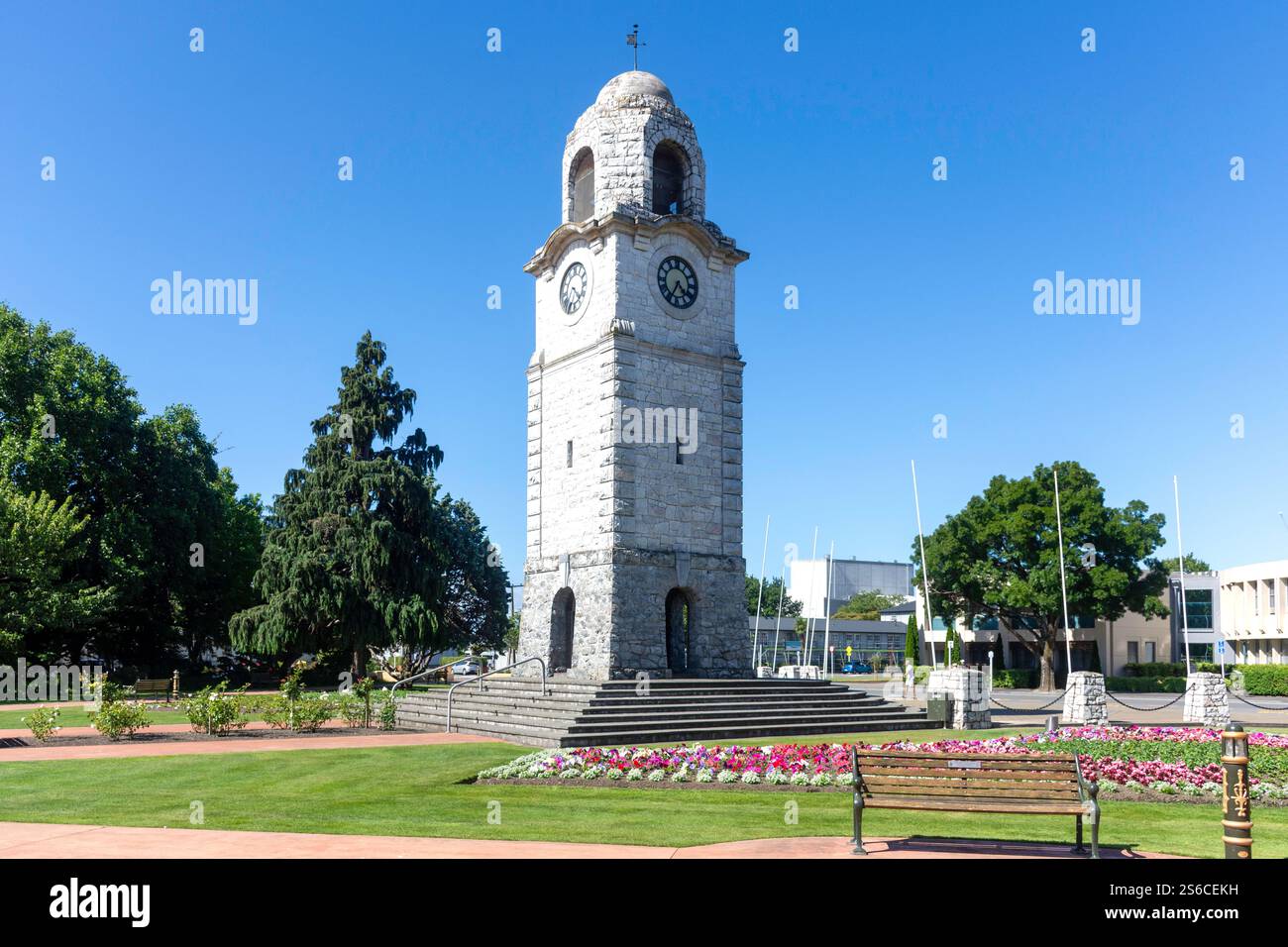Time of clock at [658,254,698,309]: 4:35
